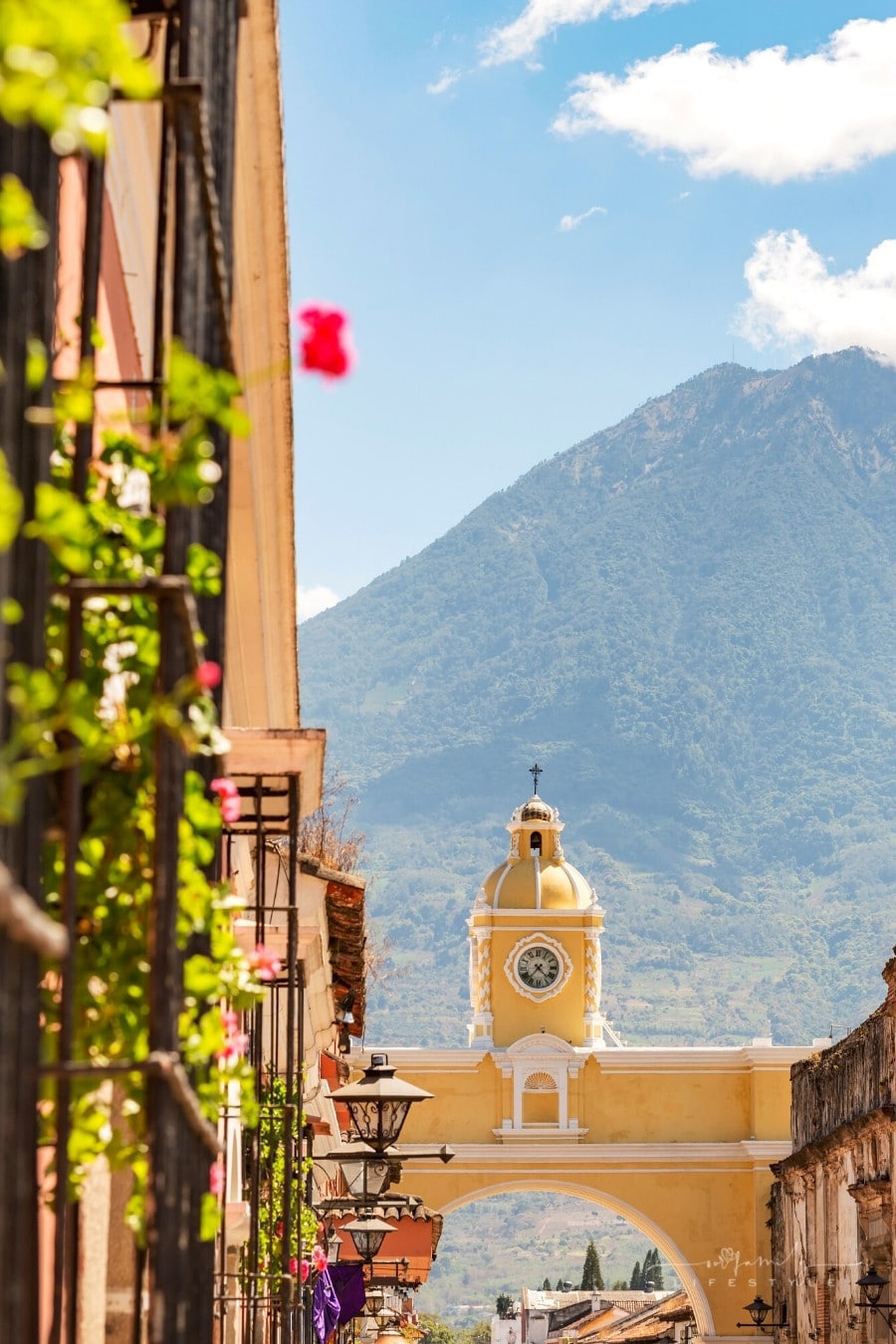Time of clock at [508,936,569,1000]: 4:36
